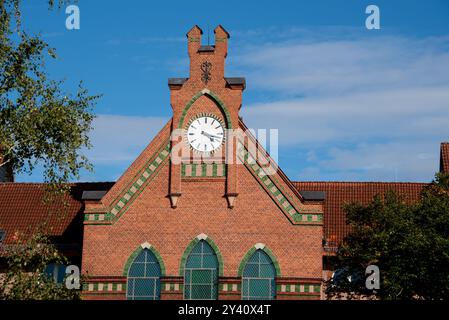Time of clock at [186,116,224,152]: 4:17
